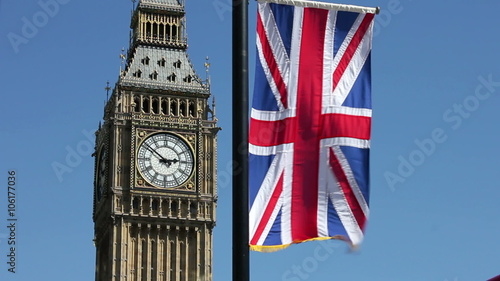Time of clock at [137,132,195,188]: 2:51
